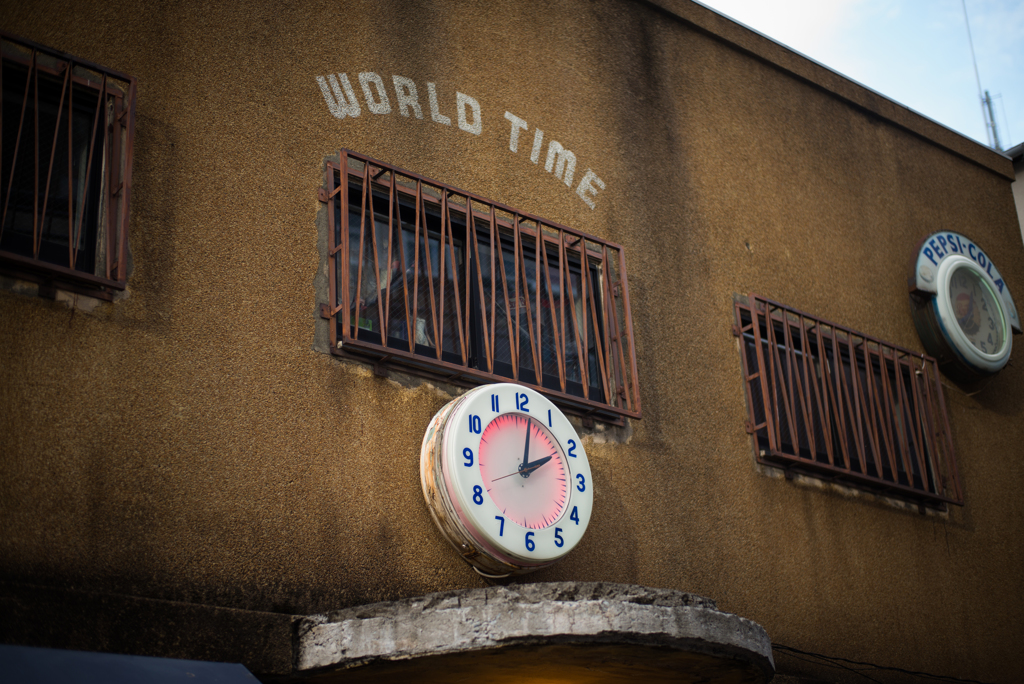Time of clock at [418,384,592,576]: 2:01
